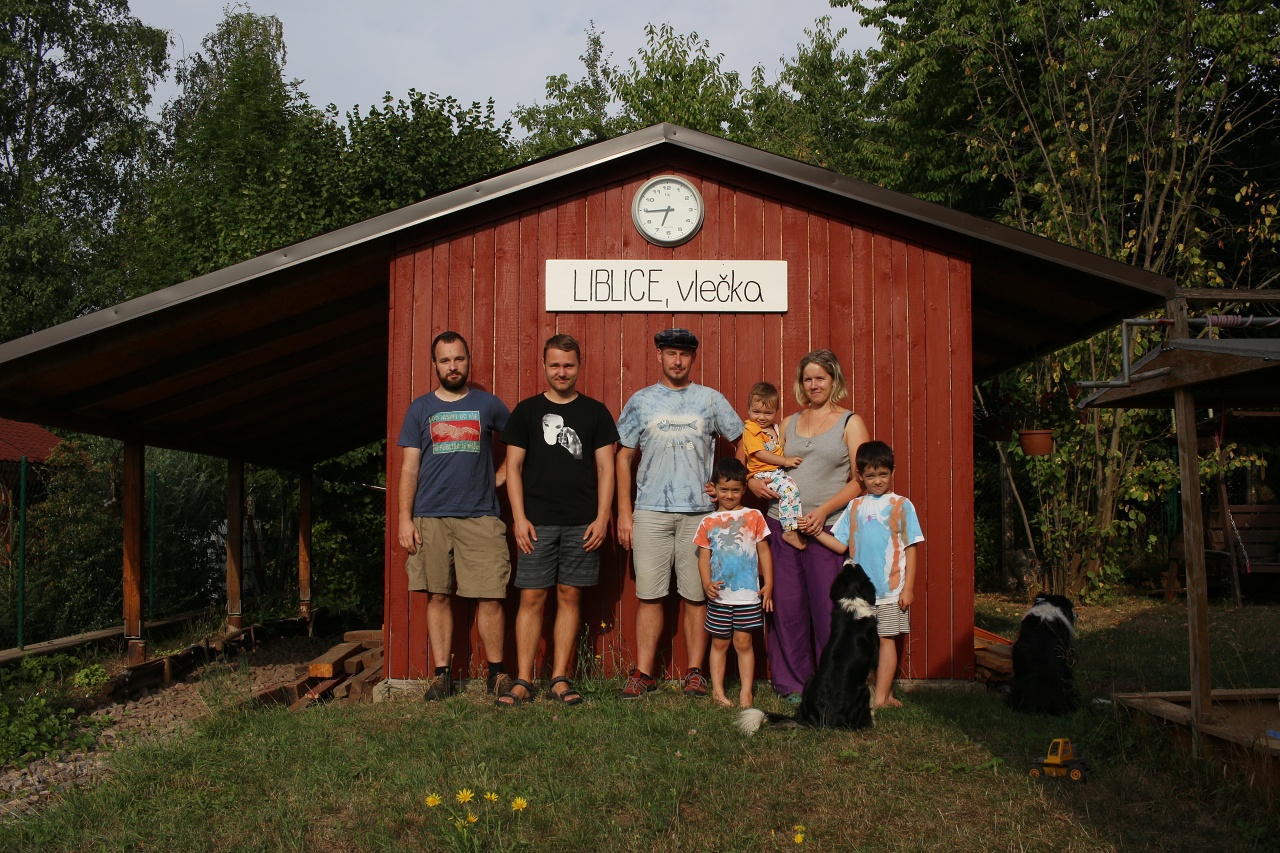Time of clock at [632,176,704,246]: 6:44
